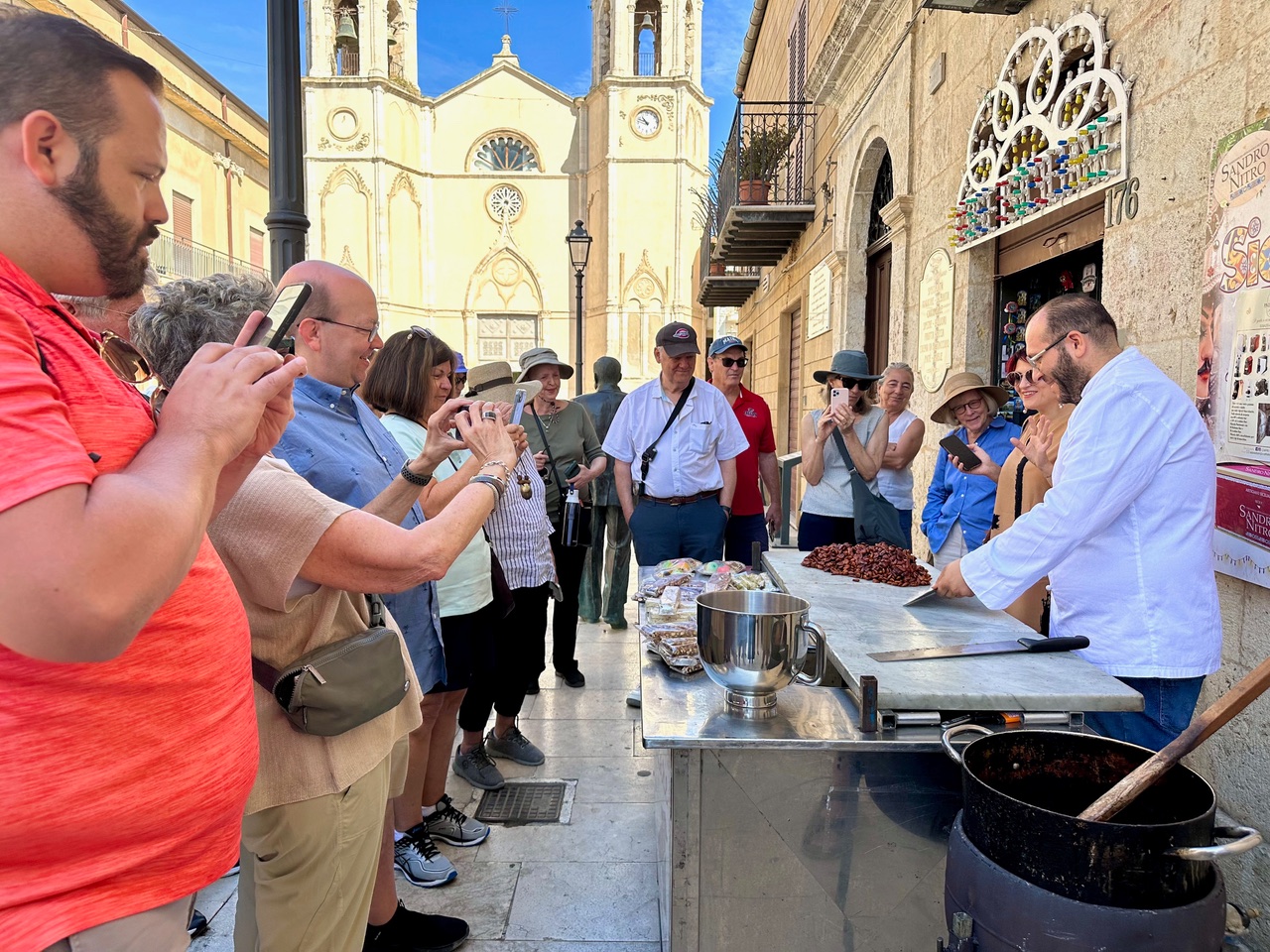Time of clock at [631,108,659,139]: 10:48
